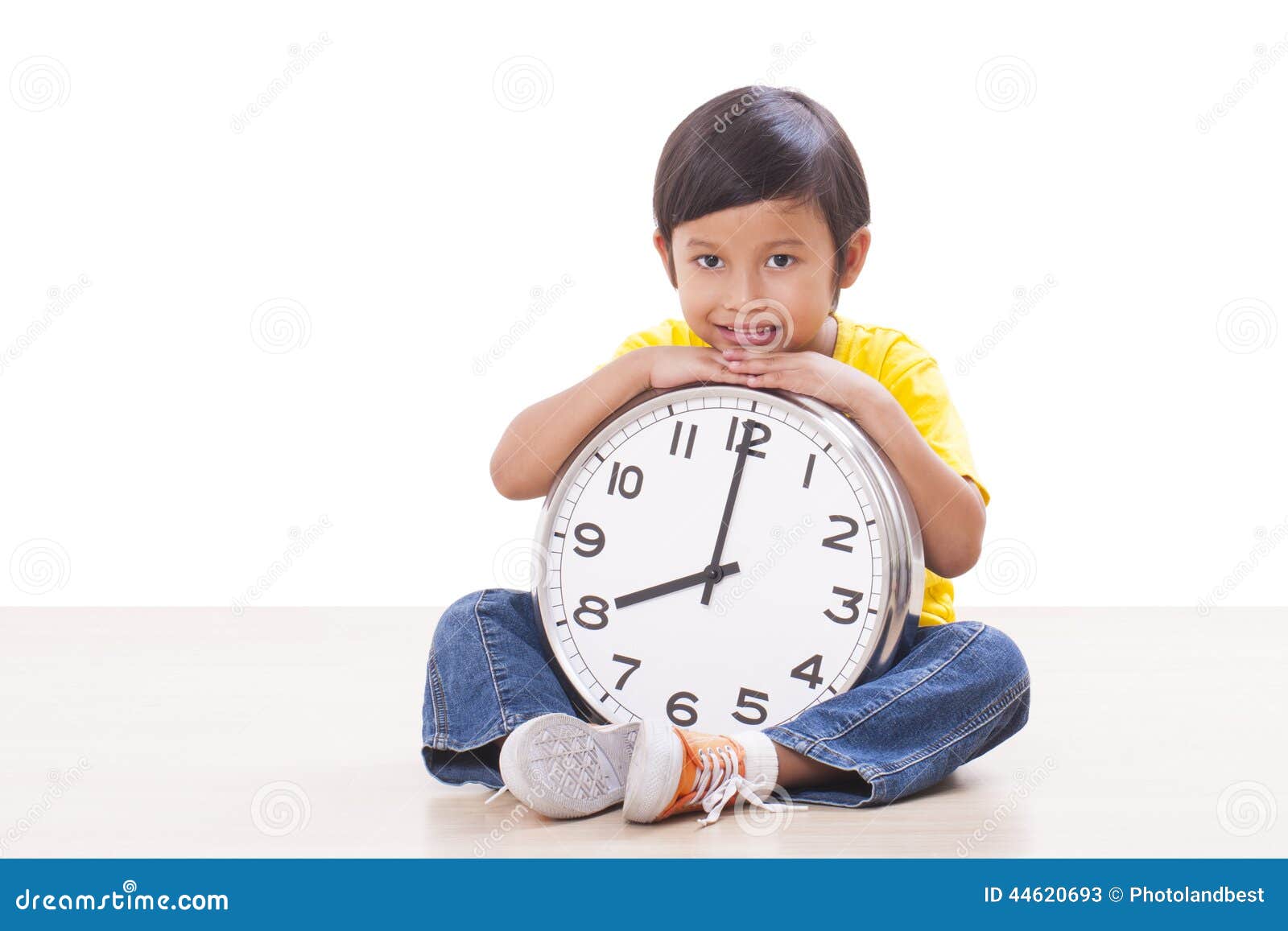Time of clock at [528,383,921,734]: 7:59
